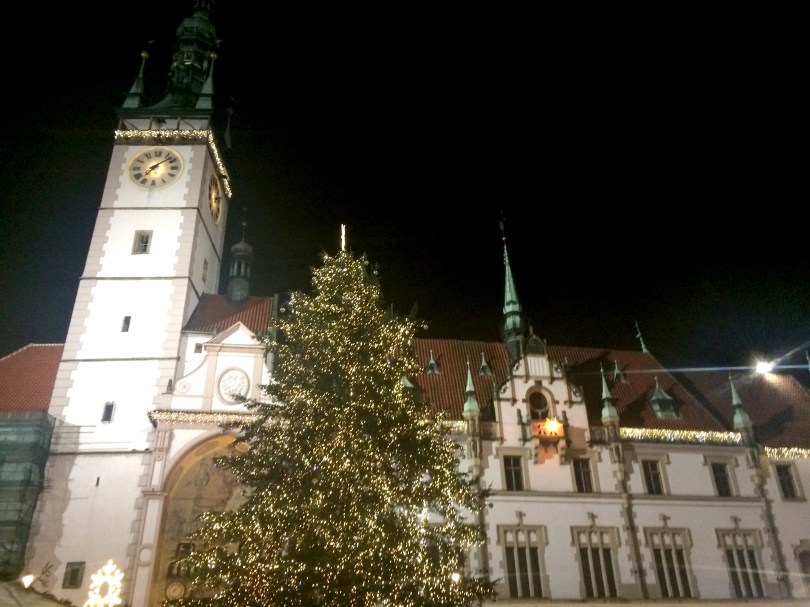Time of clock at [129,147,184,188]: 7:08
